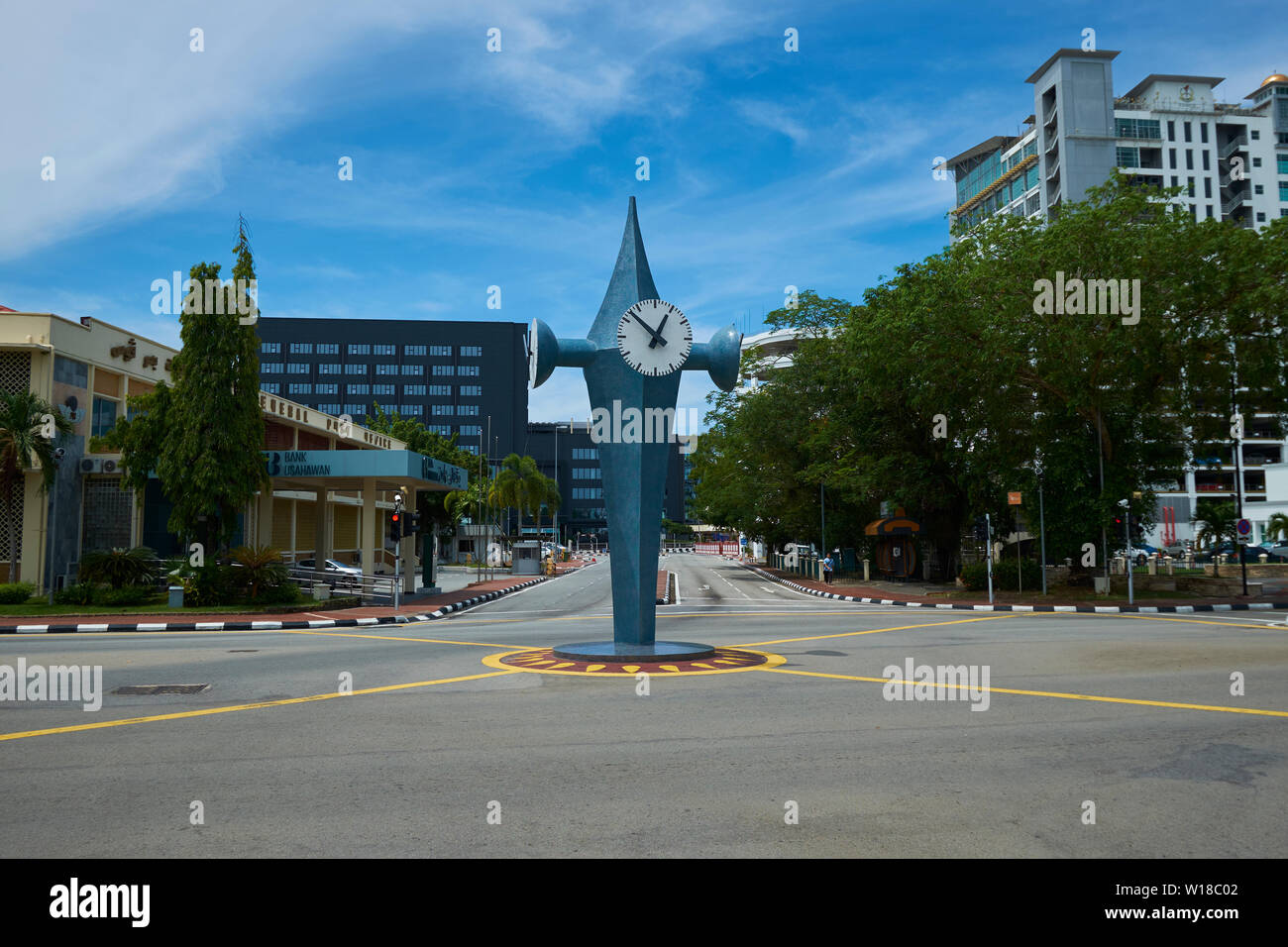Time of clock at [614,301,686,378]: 12:52
